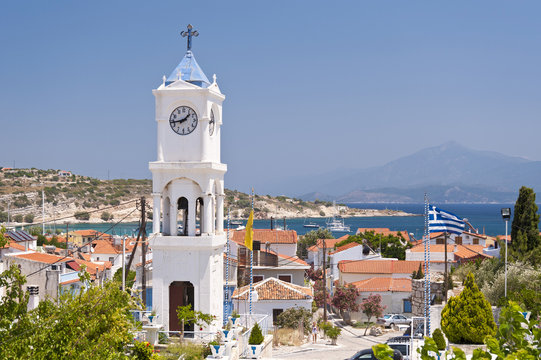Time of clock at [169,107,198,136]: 1:43
